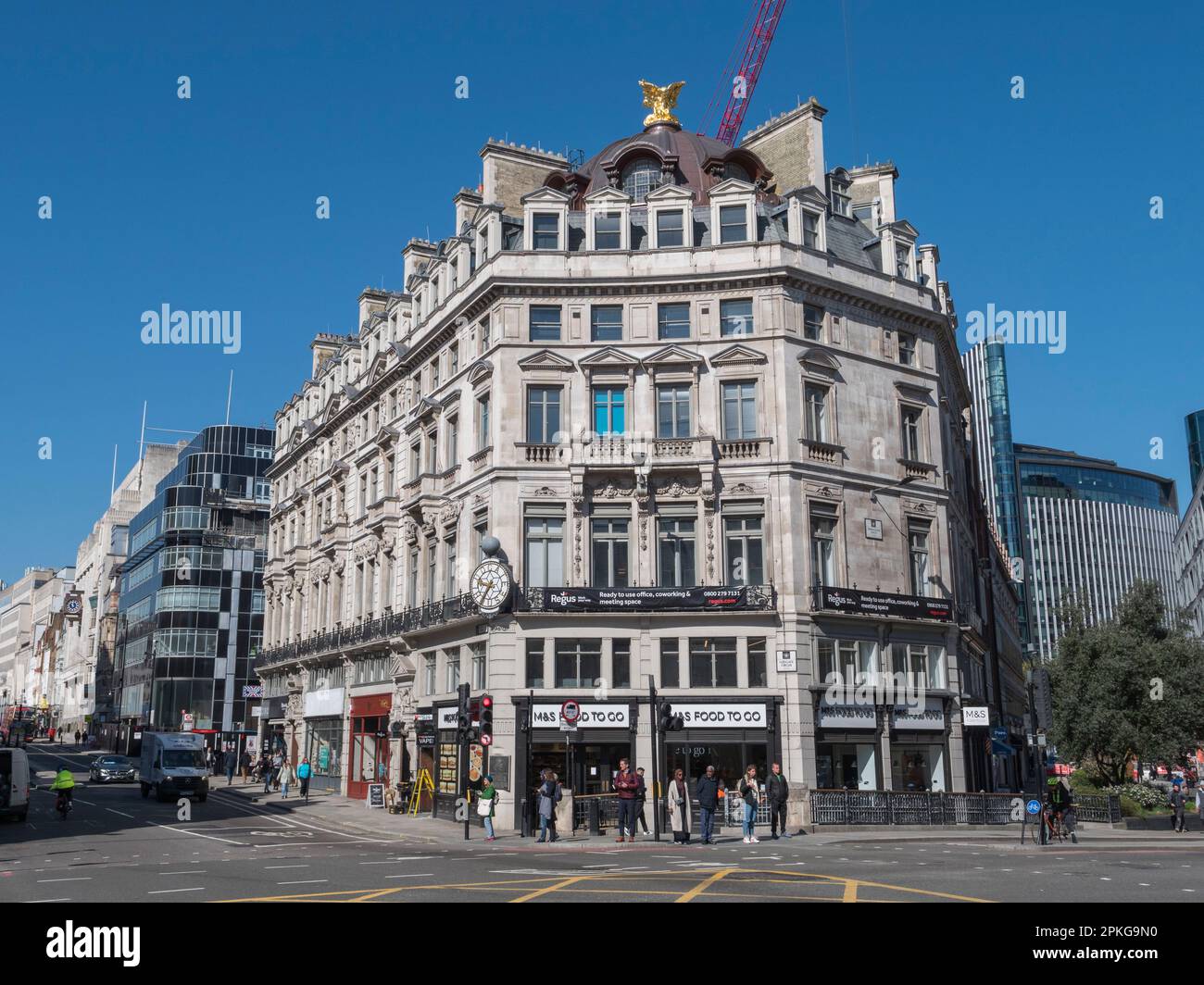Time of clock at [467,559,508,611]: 9:35
